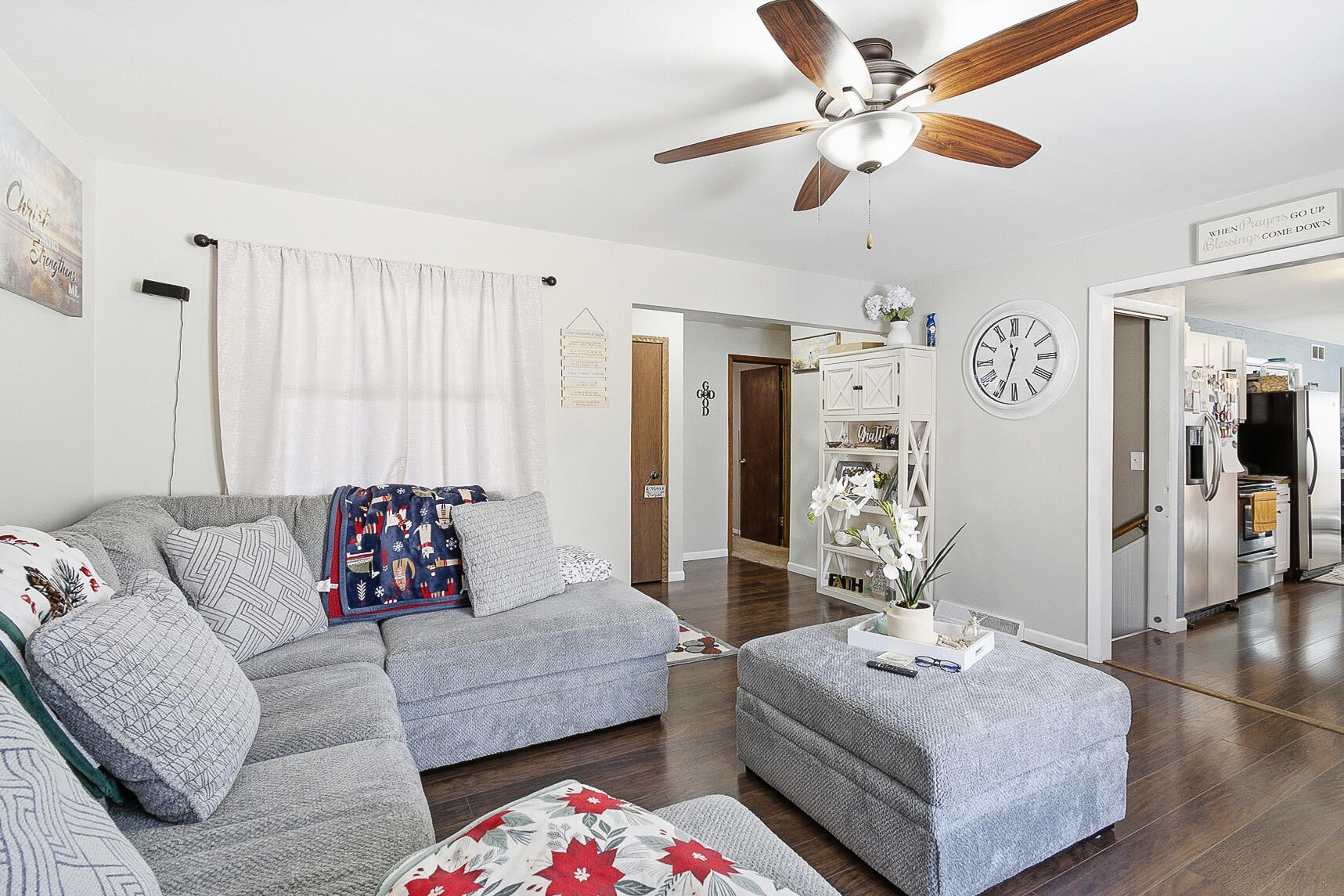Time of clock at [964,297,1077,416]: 11:33
